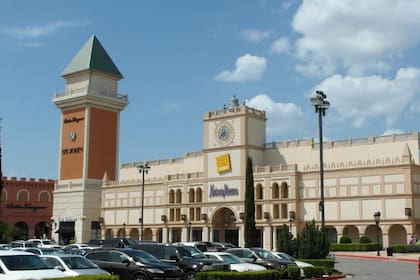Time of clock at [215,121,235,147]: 6:36
